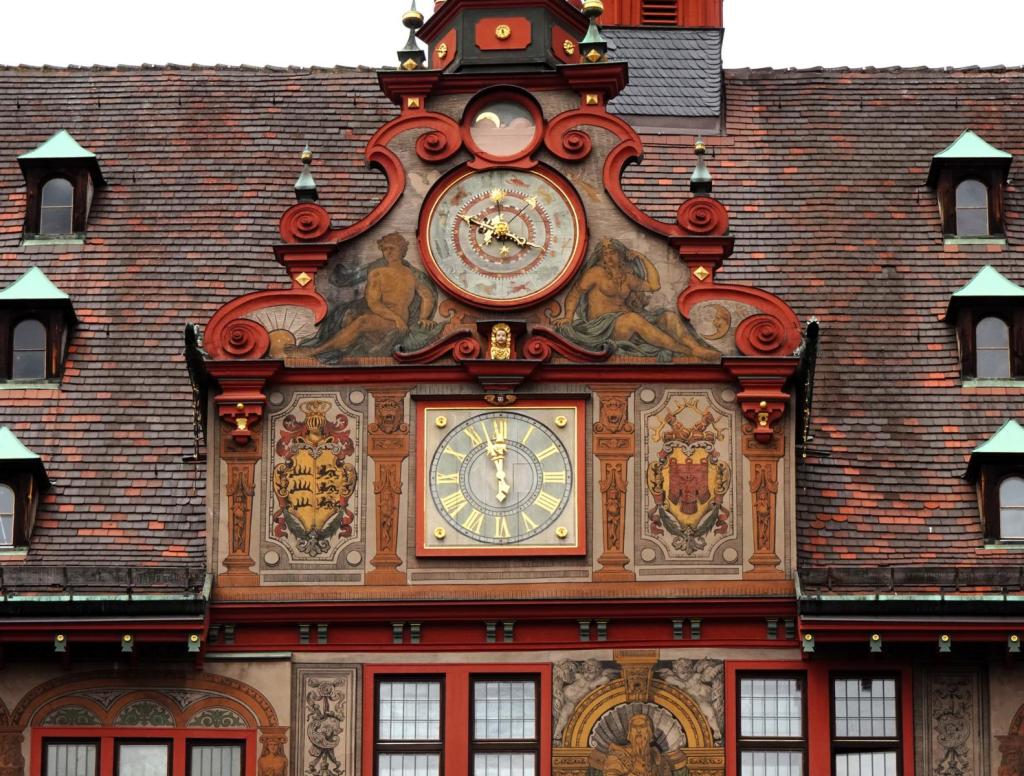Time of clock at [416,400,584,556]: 11:57
